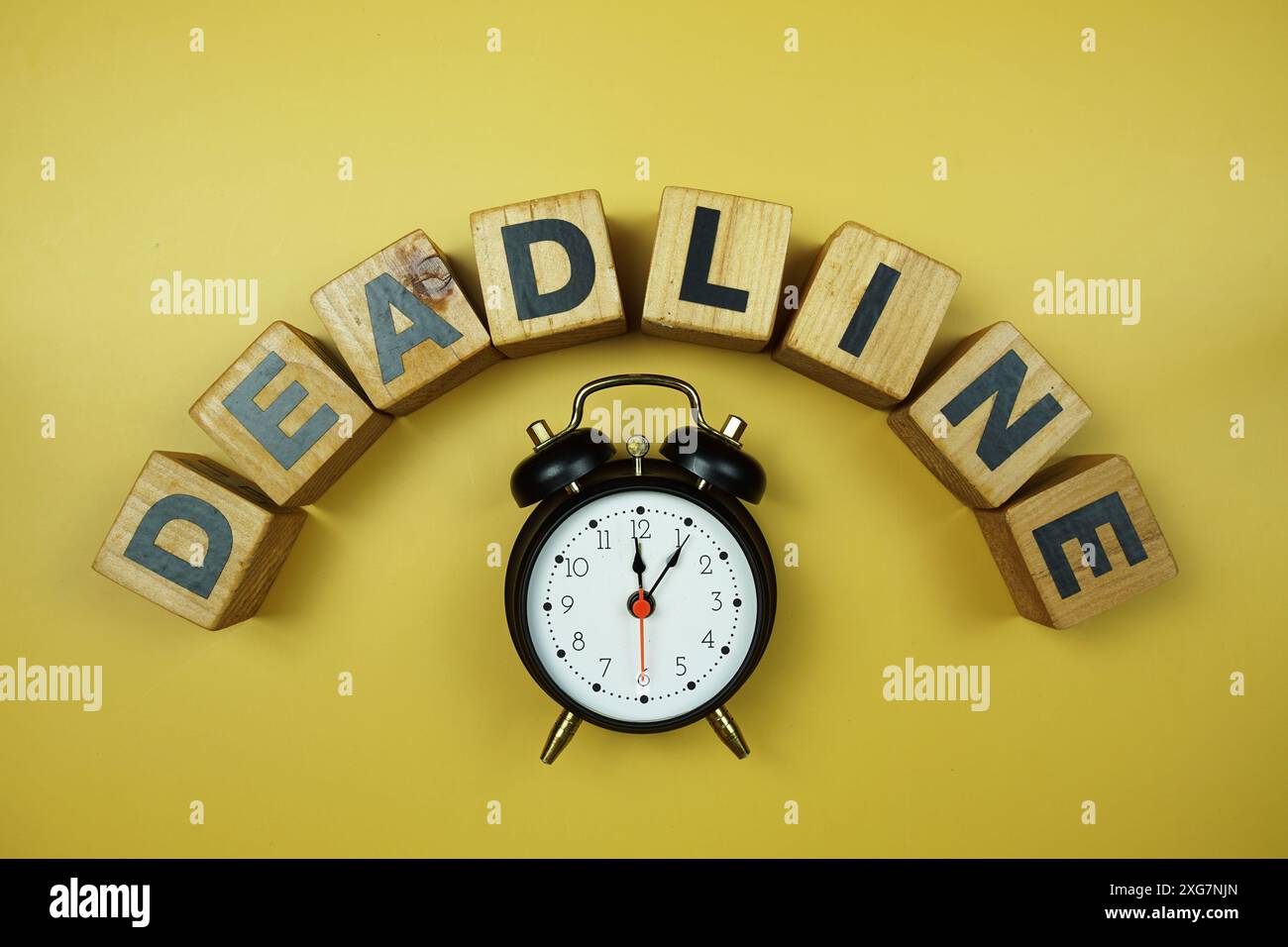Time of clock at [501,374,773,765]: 12:05
